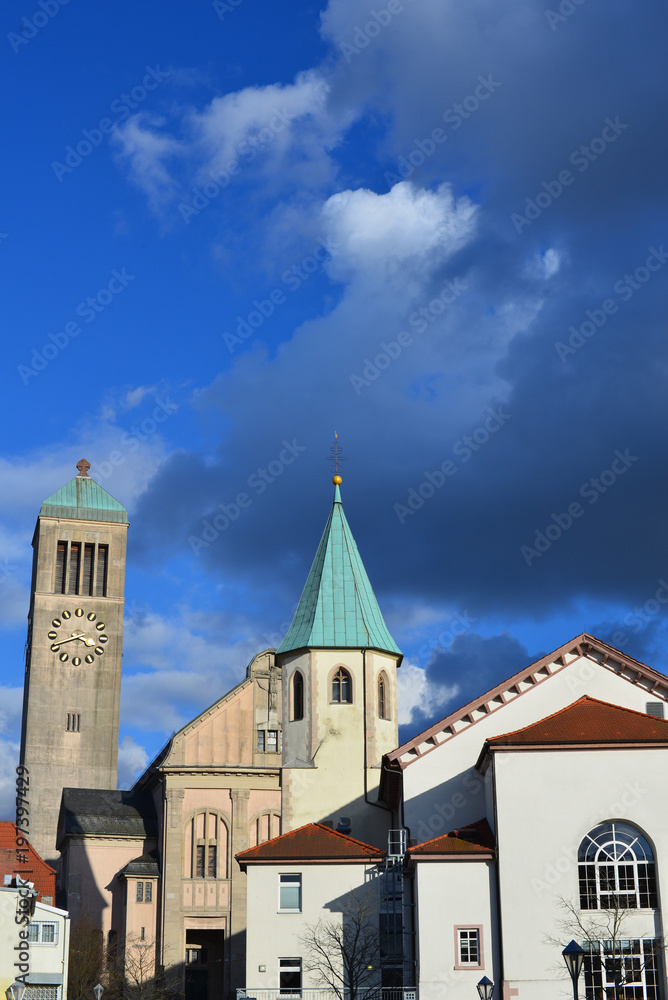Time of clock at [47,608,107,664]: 3:41
